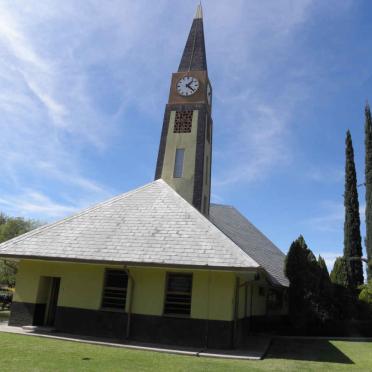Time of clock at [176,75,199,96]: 1:22
